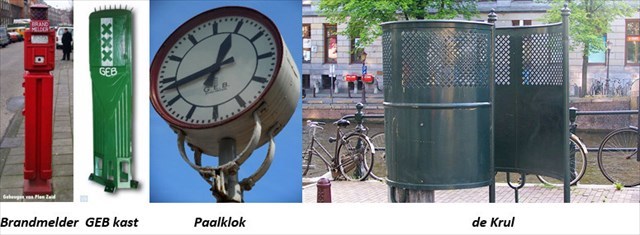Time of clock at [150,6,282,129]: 12:43
